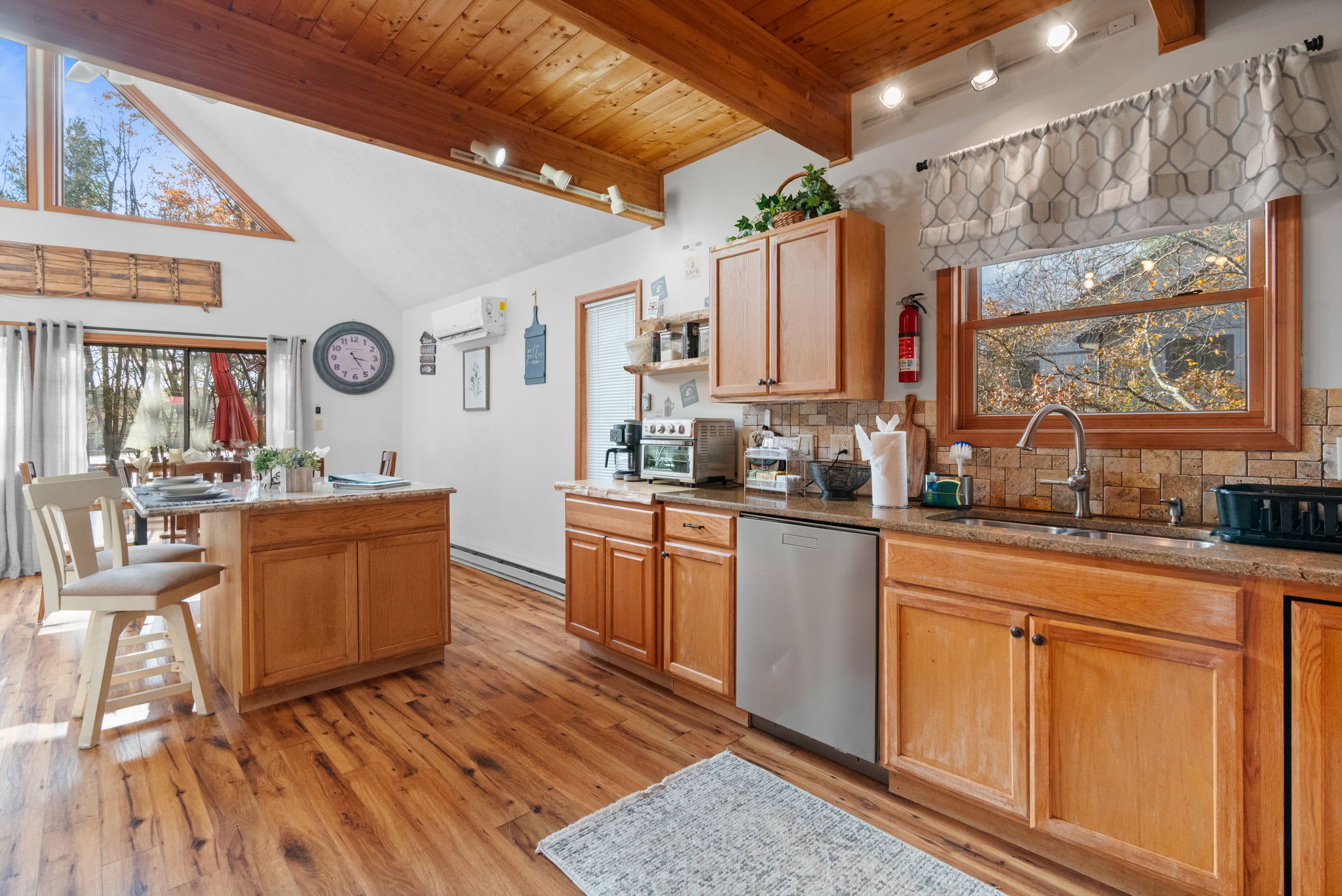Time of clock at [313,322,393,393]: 3:24
